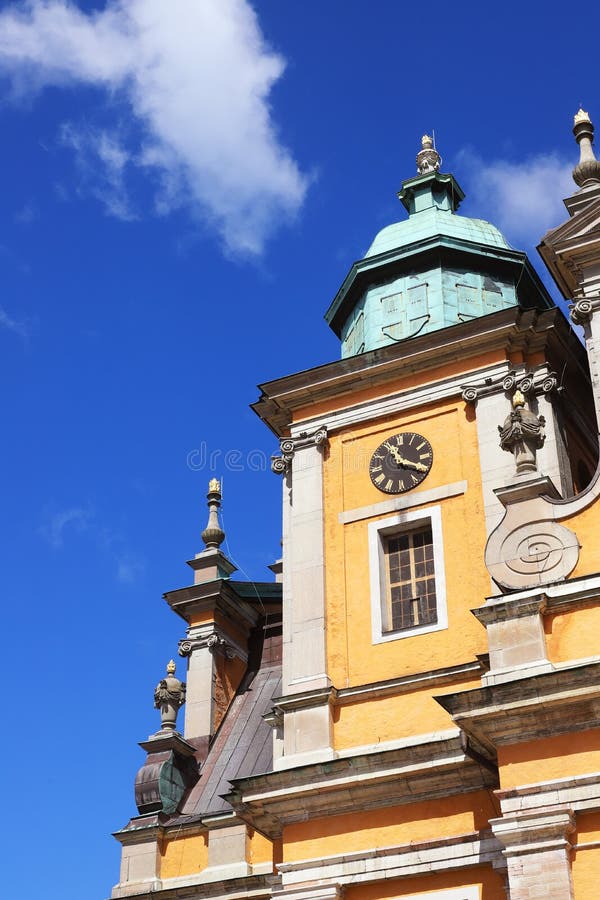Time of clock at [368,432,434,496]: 11:19
